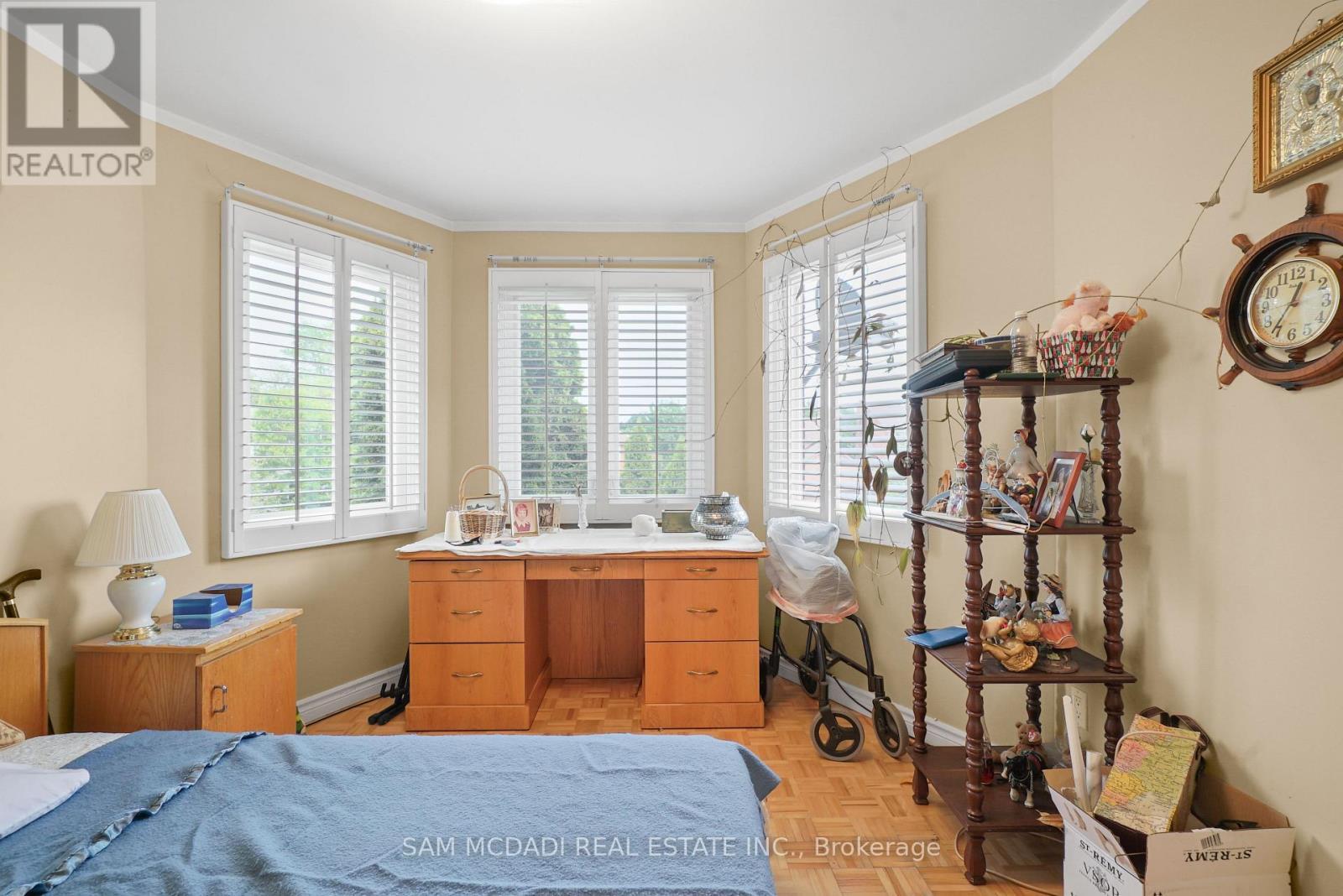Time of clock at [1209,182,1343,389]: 12:35
